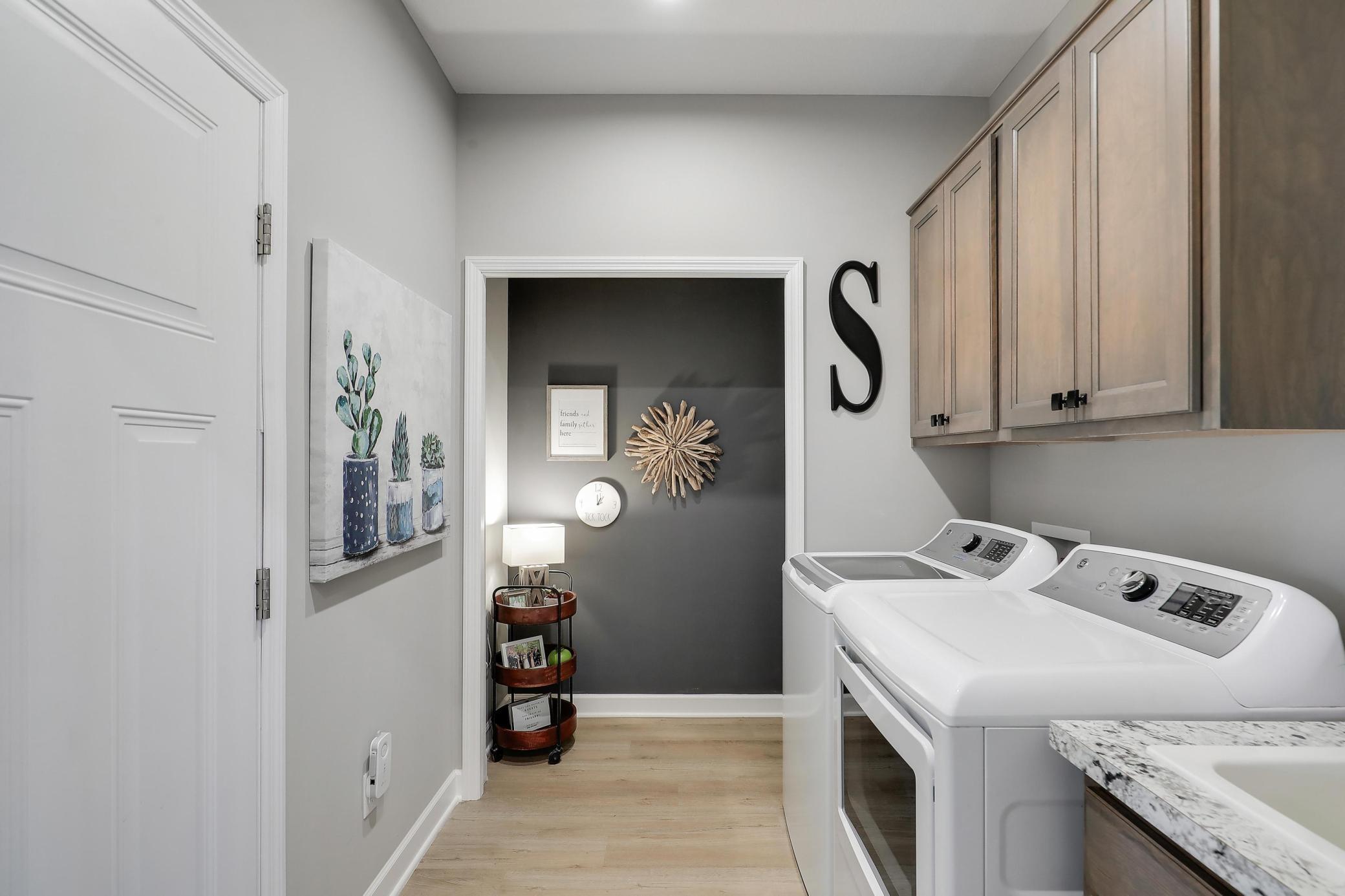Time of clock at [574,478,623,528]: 1:01
